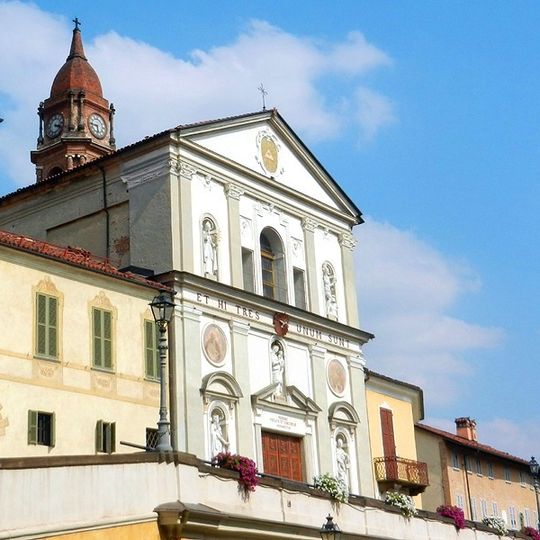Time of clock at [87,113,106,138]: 5:44
